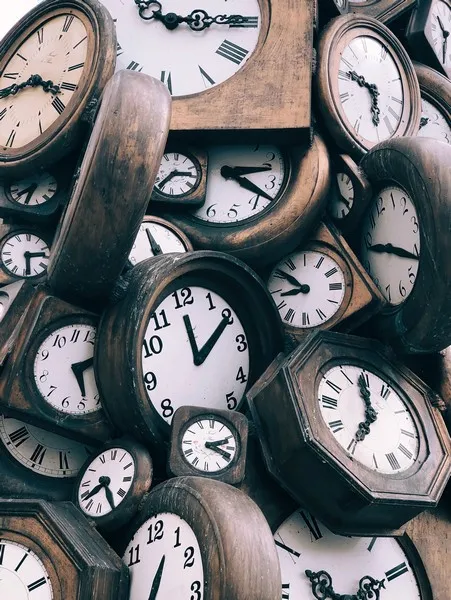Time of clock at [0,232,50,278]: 2:29
